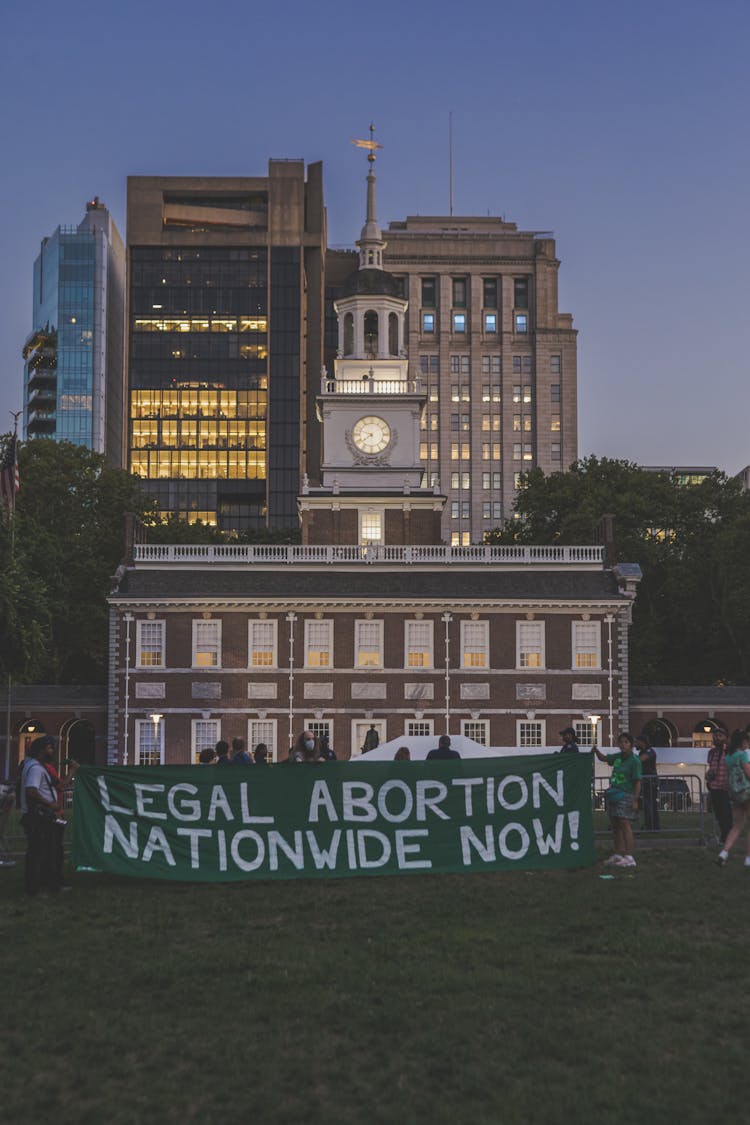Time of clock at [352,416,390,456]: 7:47
